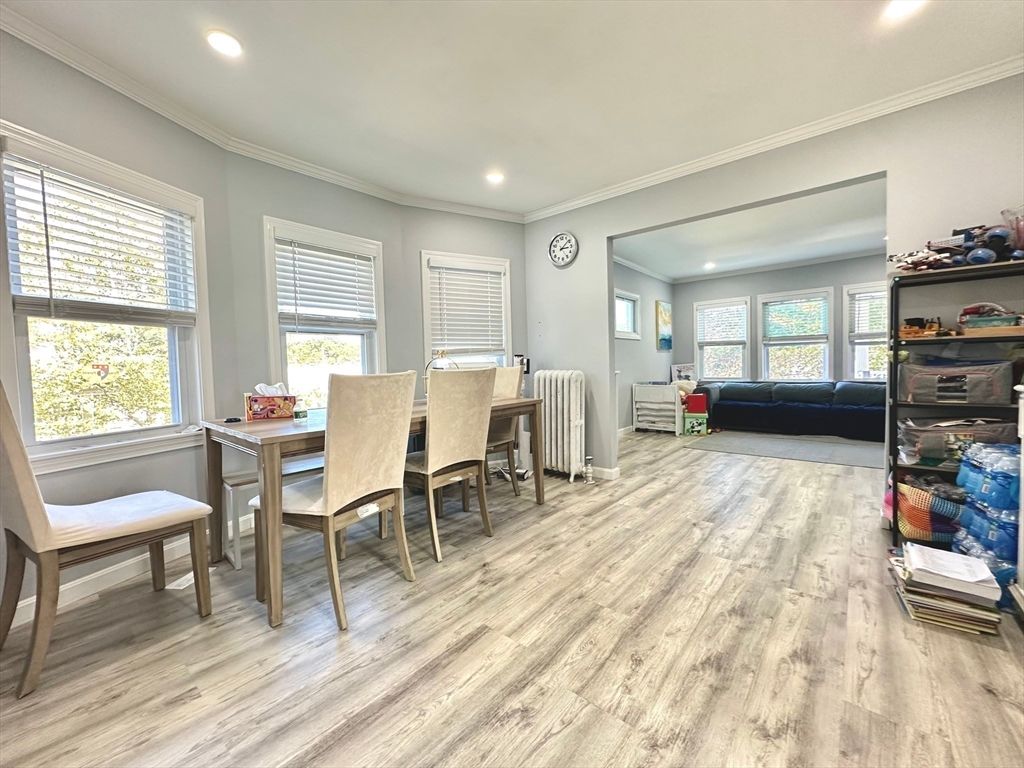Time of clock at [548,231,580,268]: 3:08
